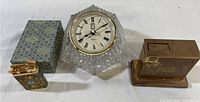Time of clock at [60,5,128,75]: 8:09
